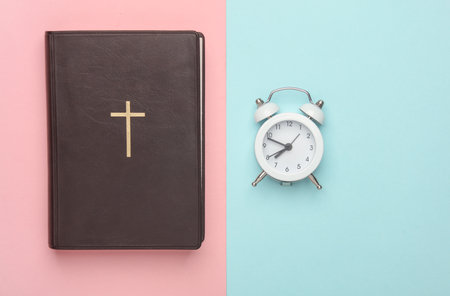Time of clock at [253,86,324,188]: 7:48
